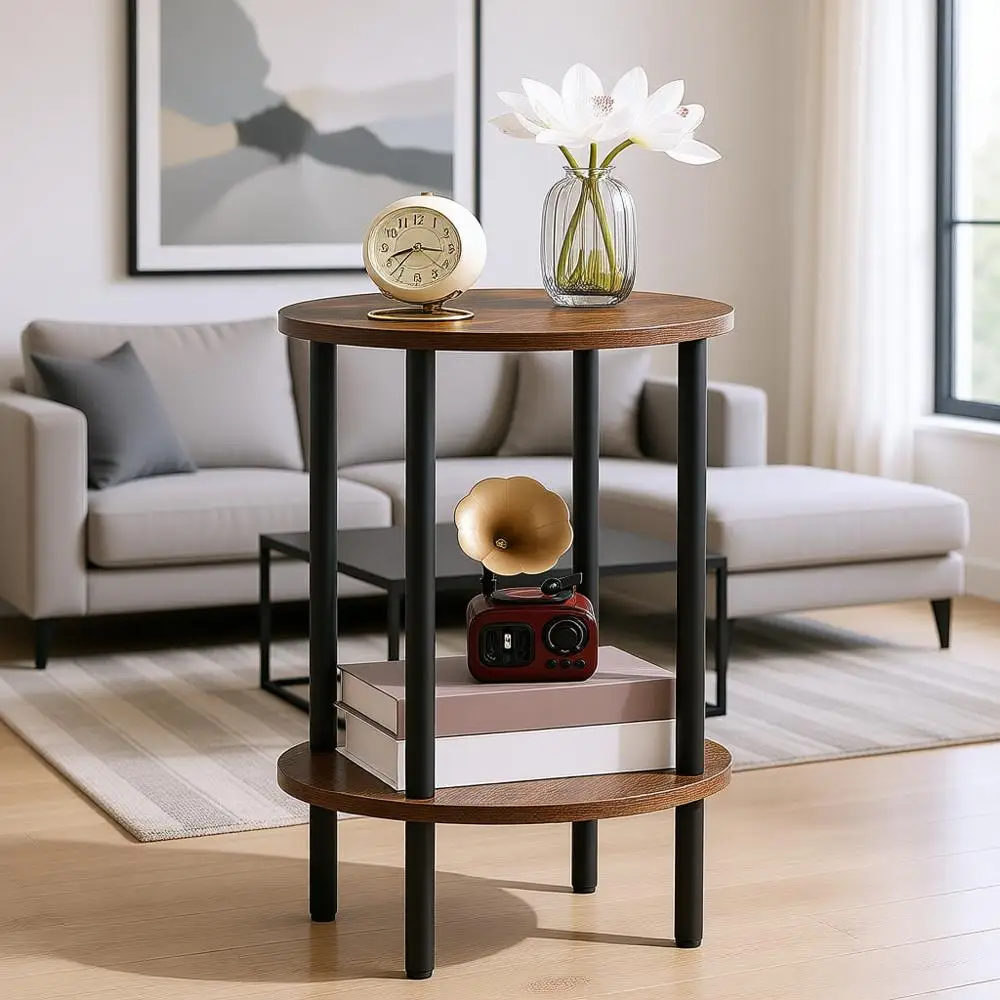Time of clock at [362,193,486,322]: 8:16
